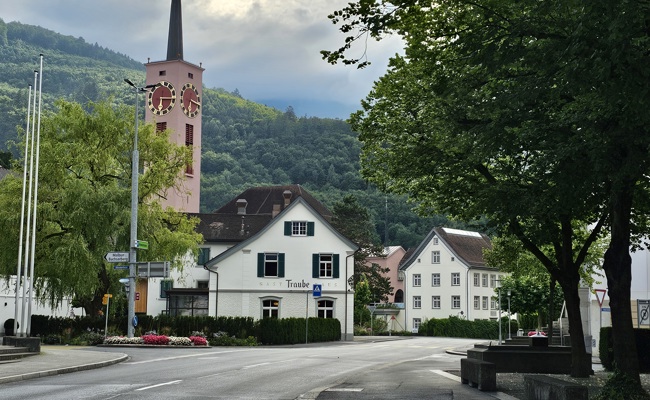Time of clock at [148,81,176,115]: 6:15
